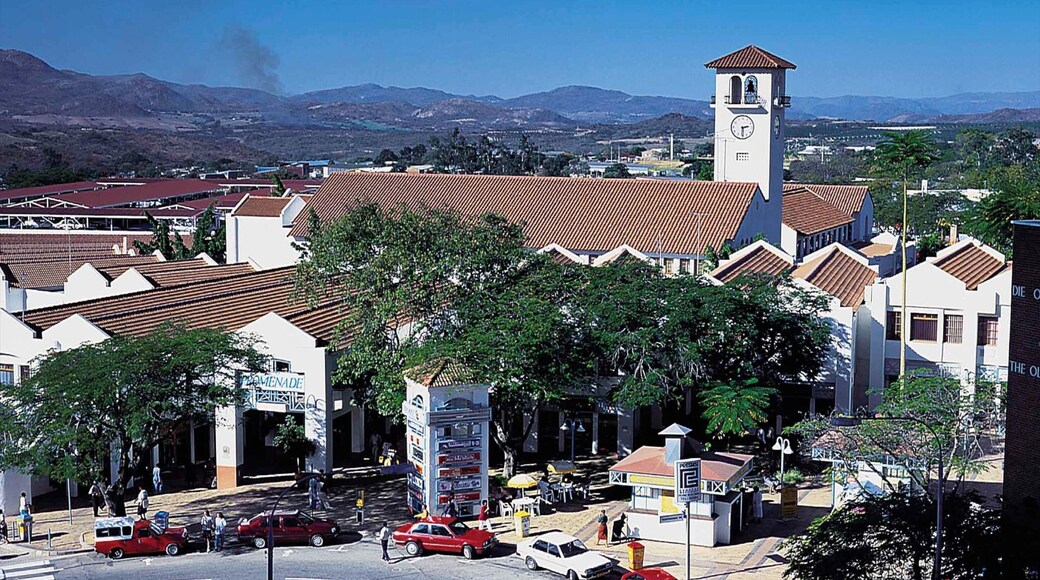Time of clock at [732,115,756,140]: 2:29
